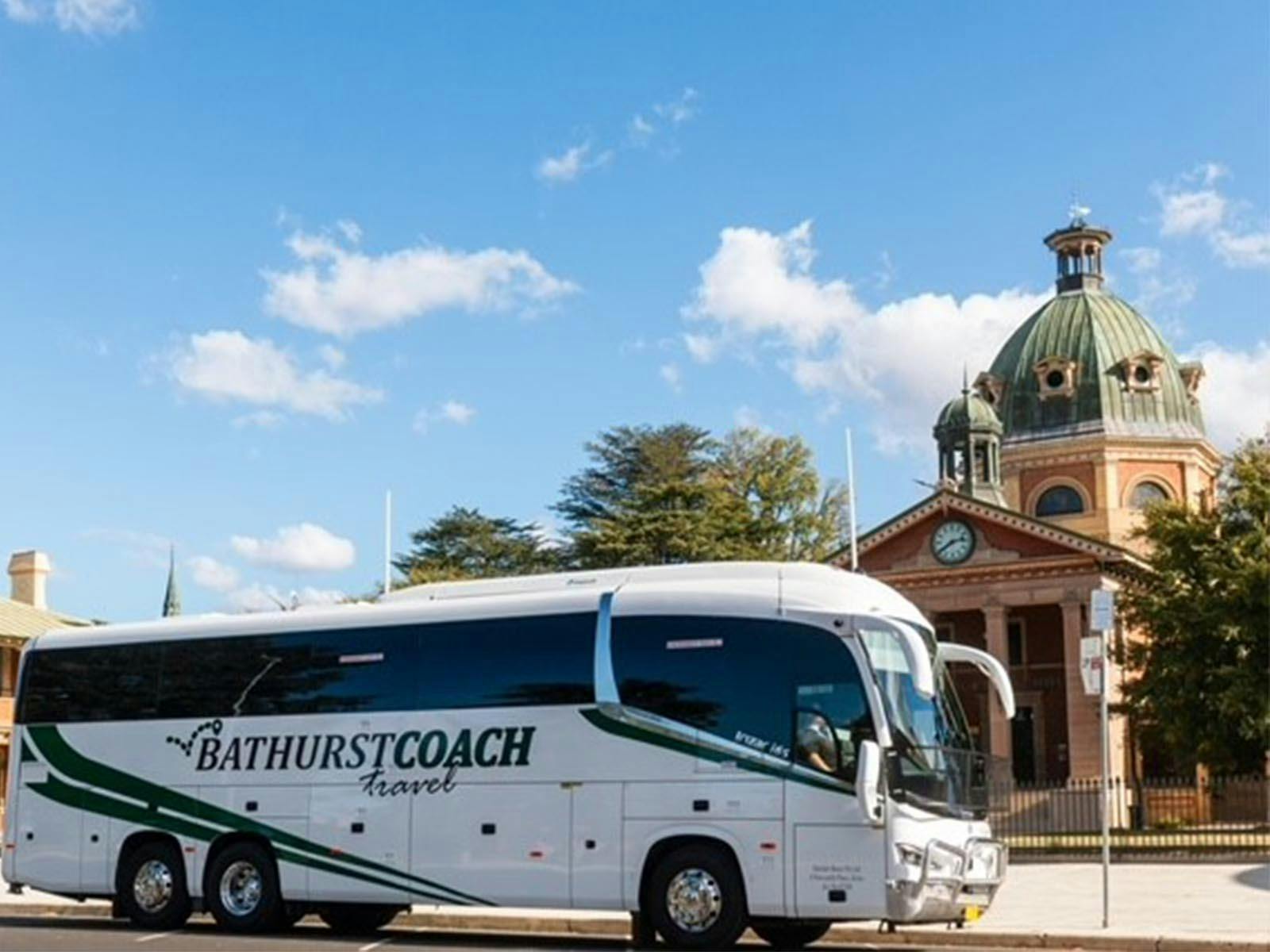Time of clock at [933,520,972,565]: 2:39
